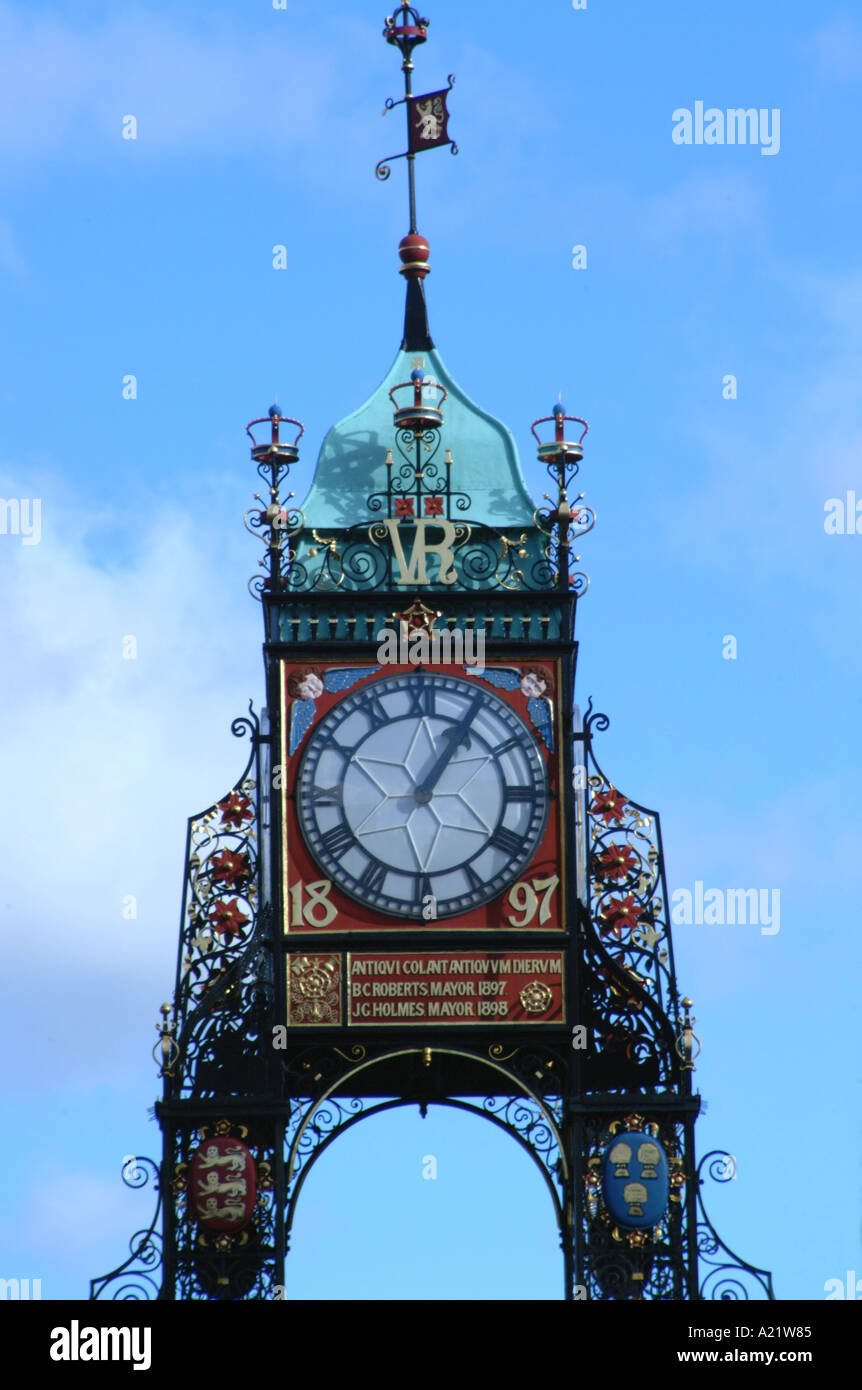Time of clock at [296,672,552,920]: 1:05
